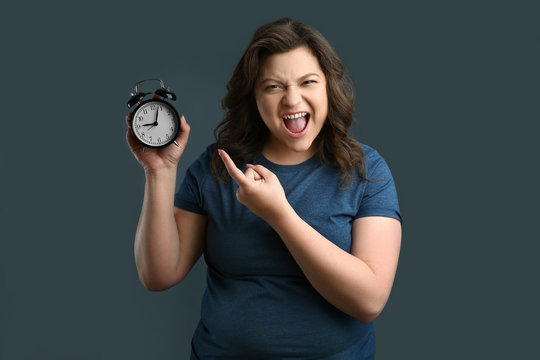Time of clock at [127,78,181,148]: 9:03
